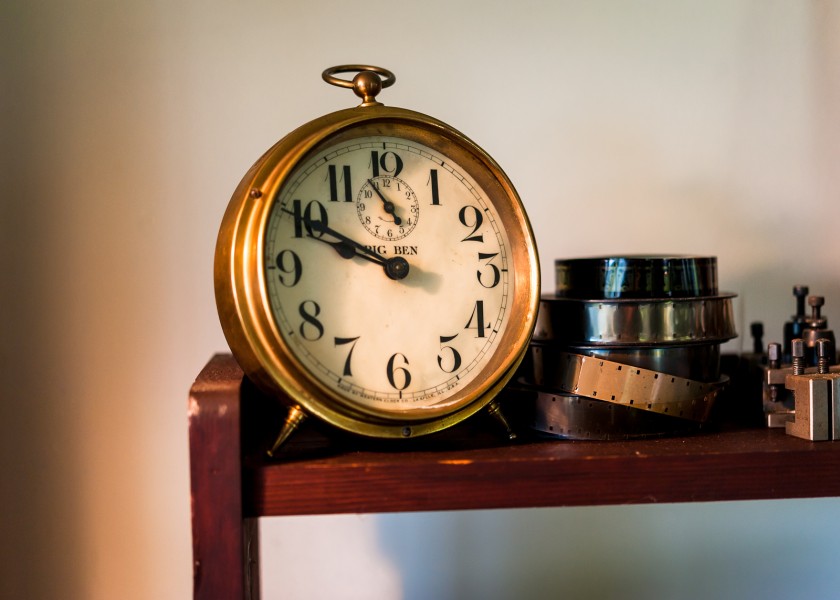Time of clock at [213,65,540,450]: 9:49
